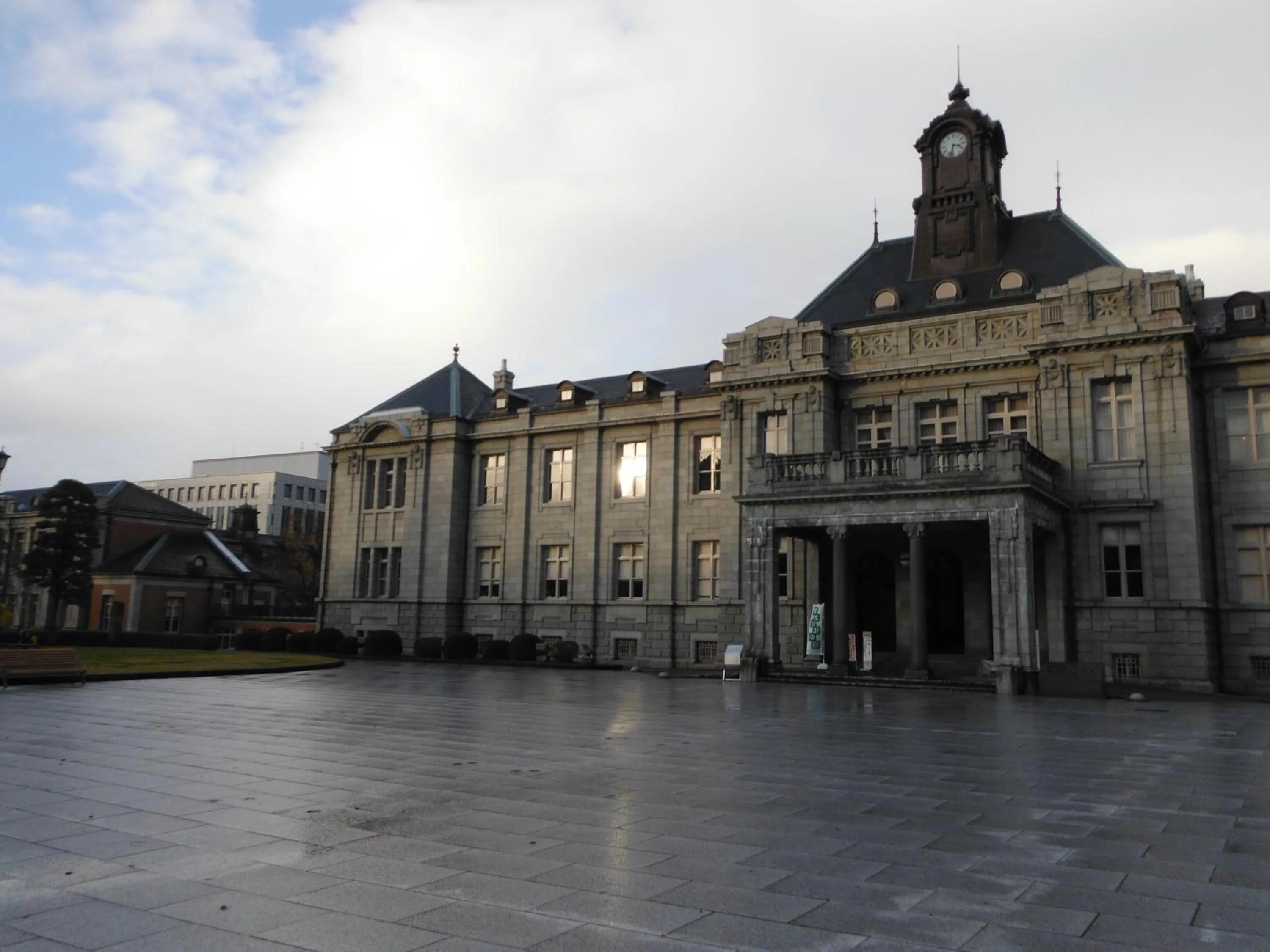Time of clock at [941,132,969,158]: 3:32
